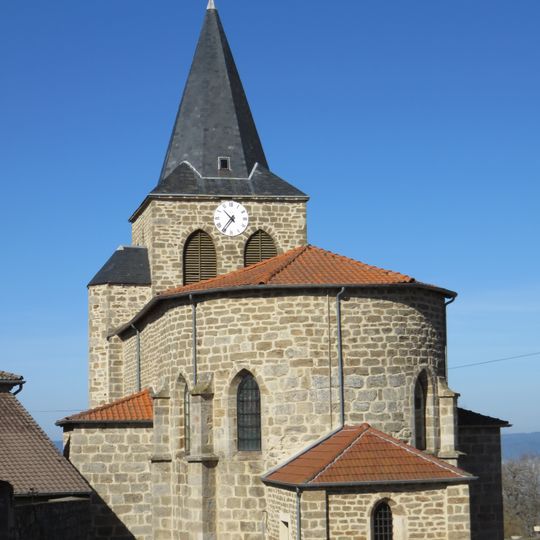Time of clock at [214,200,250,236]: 10:36
